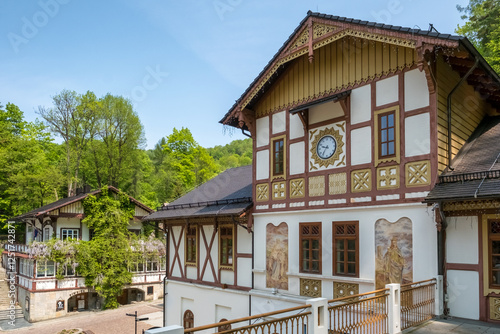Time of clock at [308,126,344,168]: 9:35
